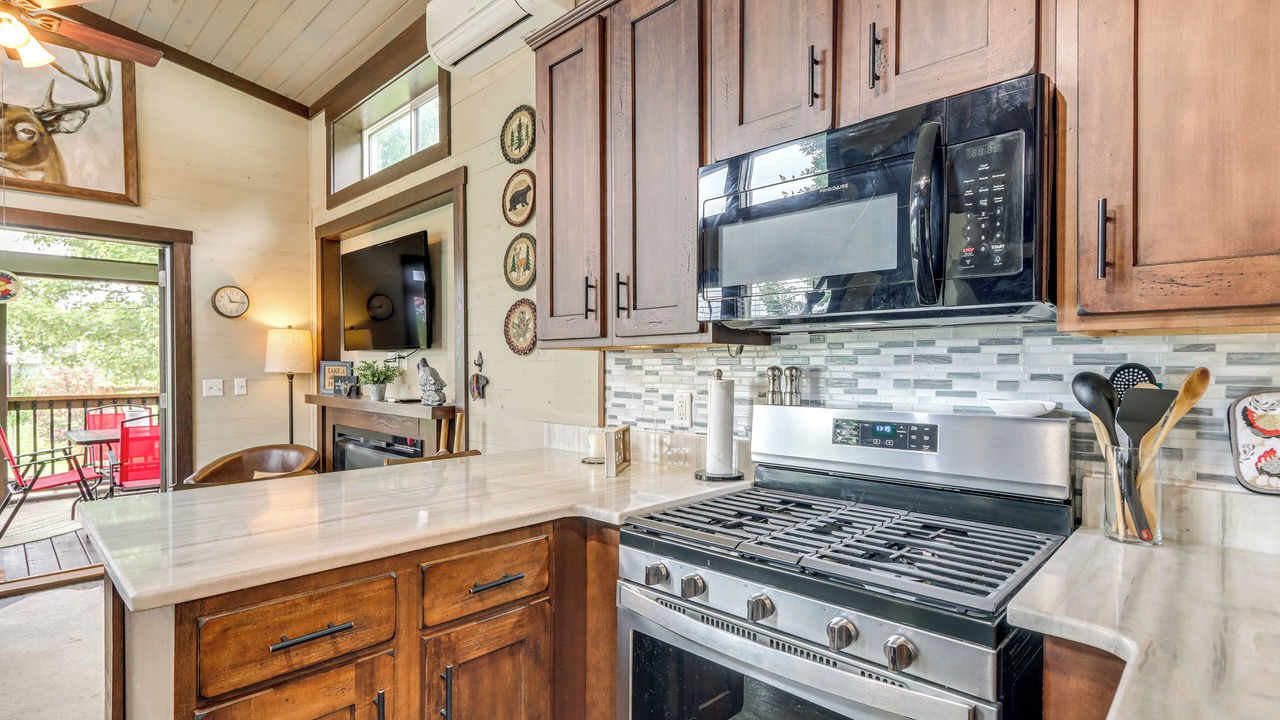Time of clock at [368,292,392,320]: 12:44
